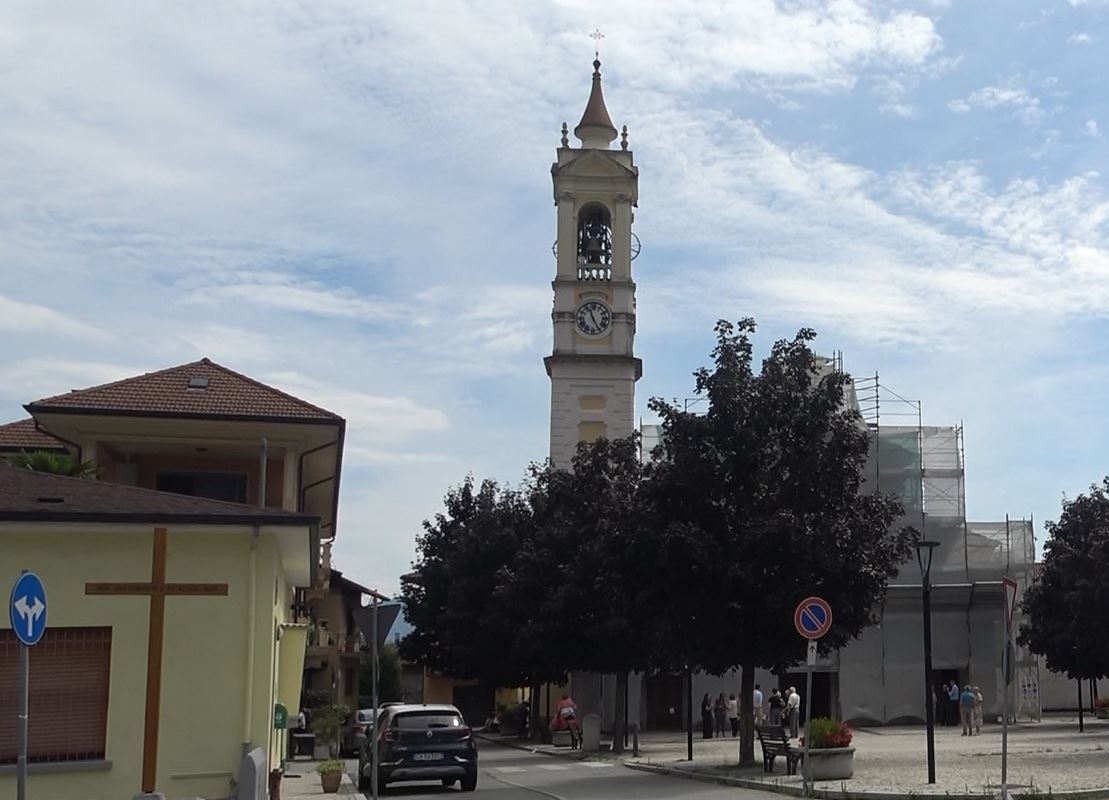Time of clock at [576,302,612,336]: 11:25
